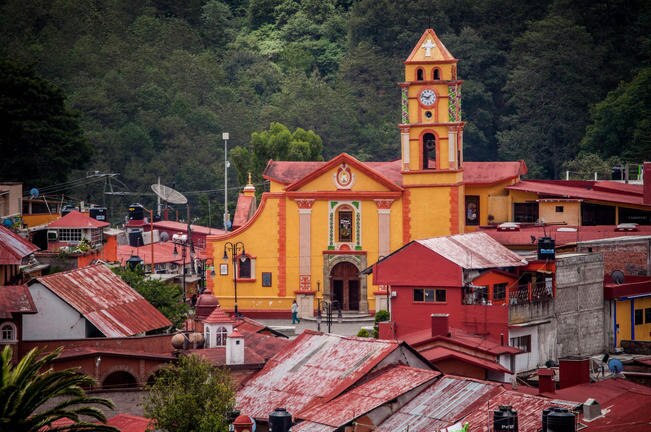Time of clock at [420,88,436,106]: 1:47
